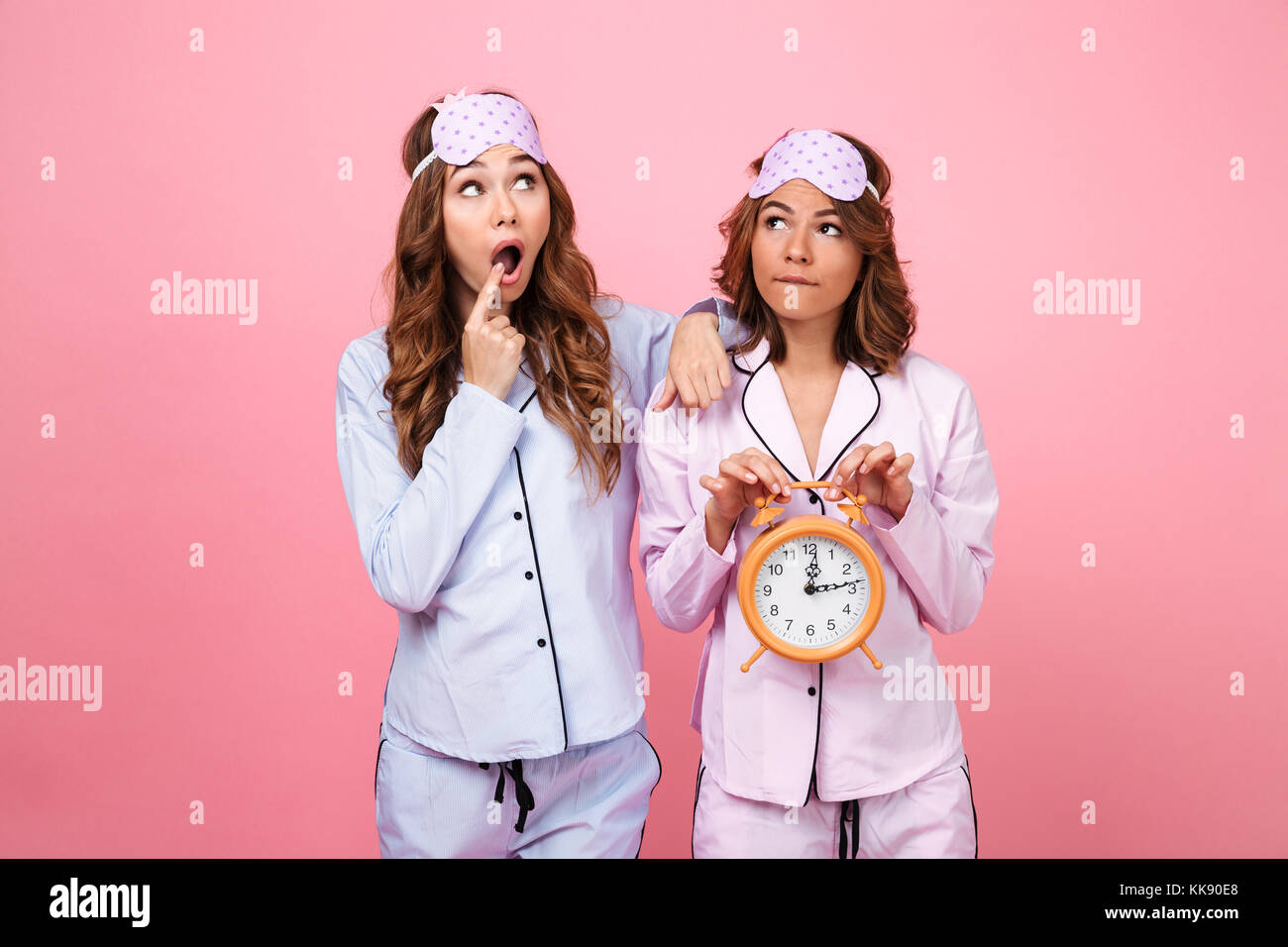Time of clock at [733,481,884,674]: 12:13
